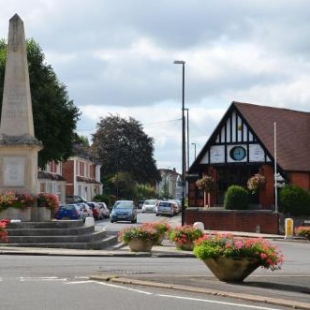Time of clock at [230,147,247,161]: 8:58
